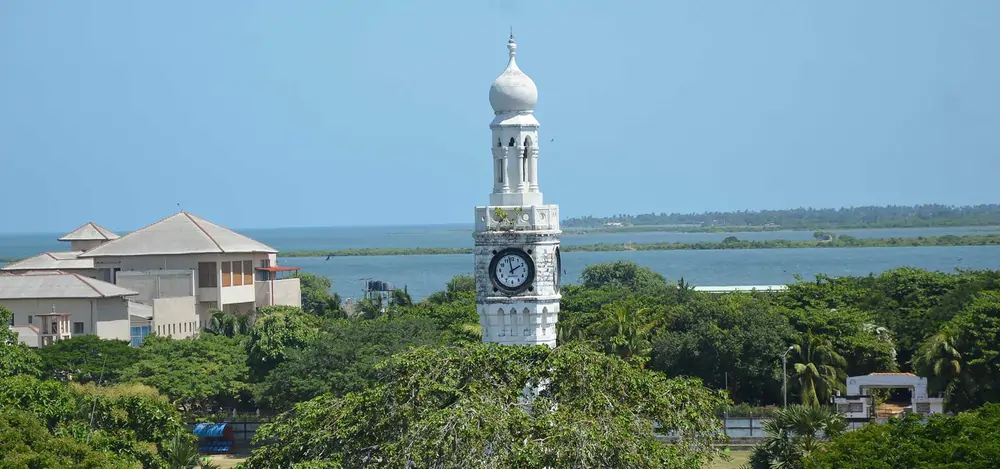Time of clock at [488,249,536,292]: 1:58
